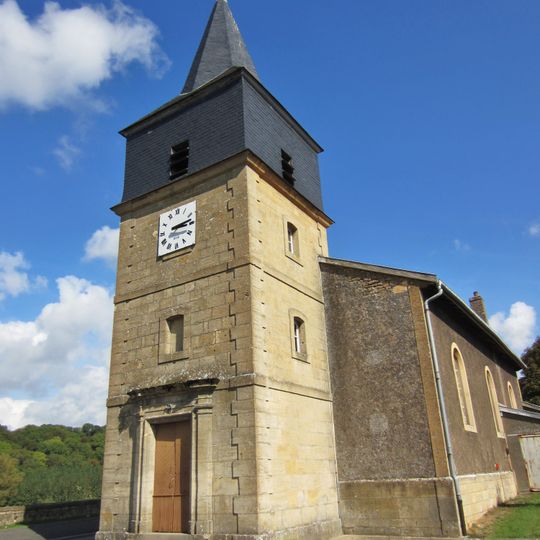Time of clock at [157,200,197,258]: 3:13
